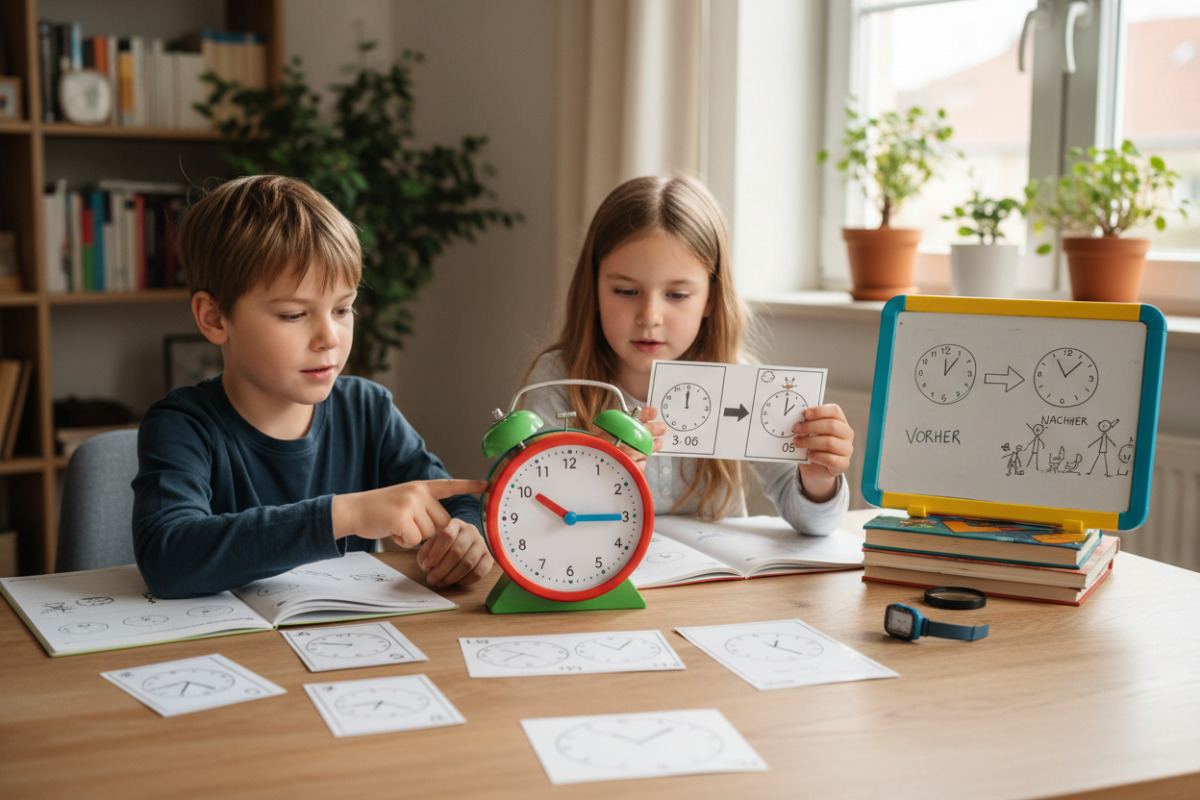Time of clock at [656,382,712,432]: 12:00
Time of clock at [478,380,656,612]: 10:14
